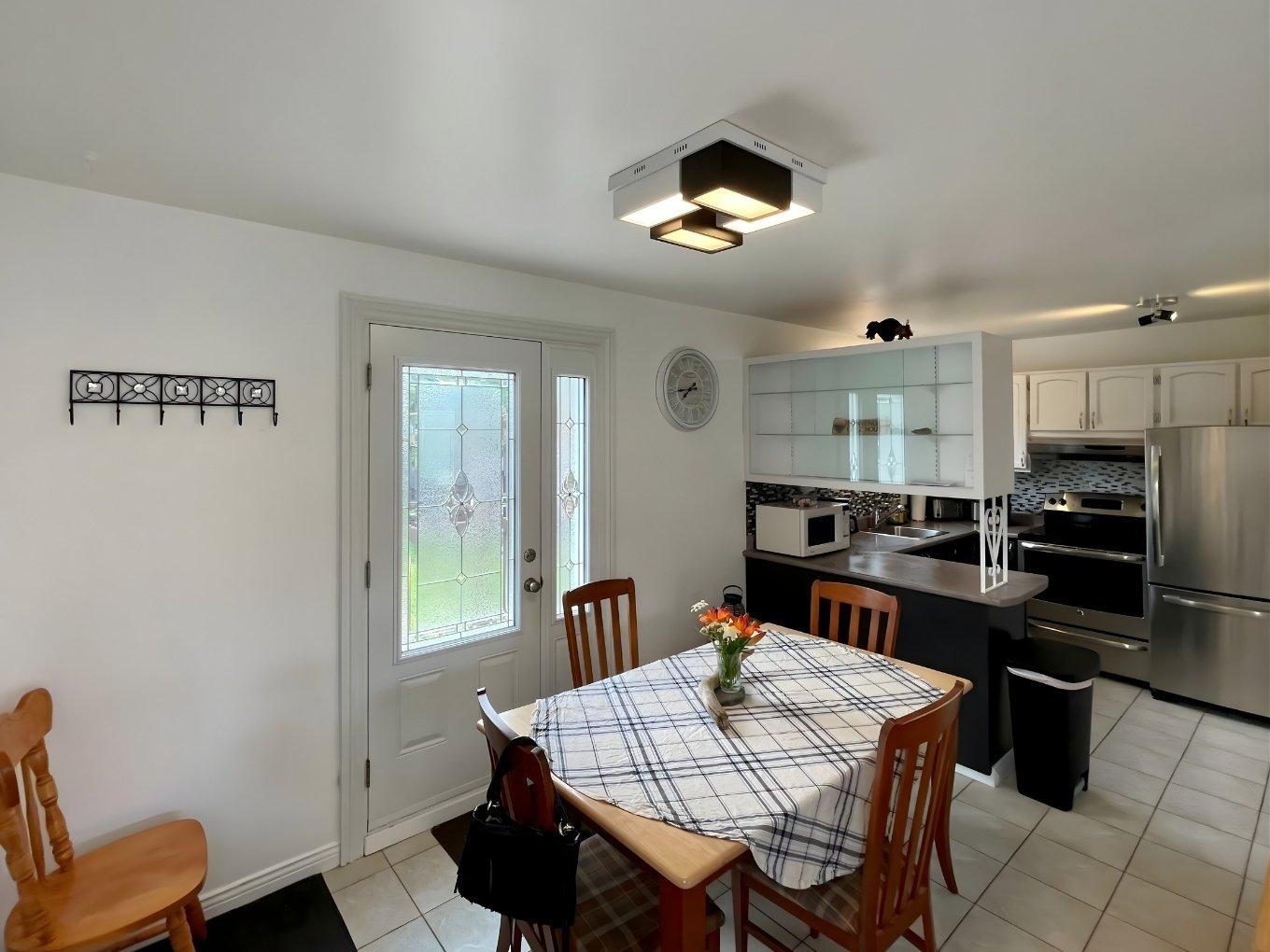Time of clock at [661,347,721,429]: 7:44
